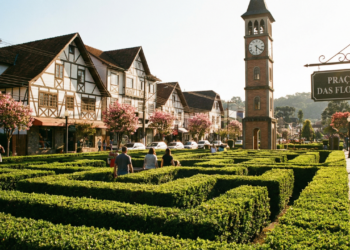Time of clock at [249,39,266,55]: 6:21
